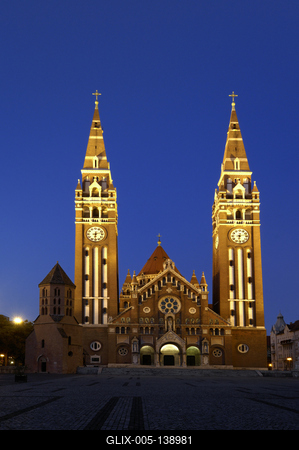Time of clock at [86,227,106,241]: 6:12
